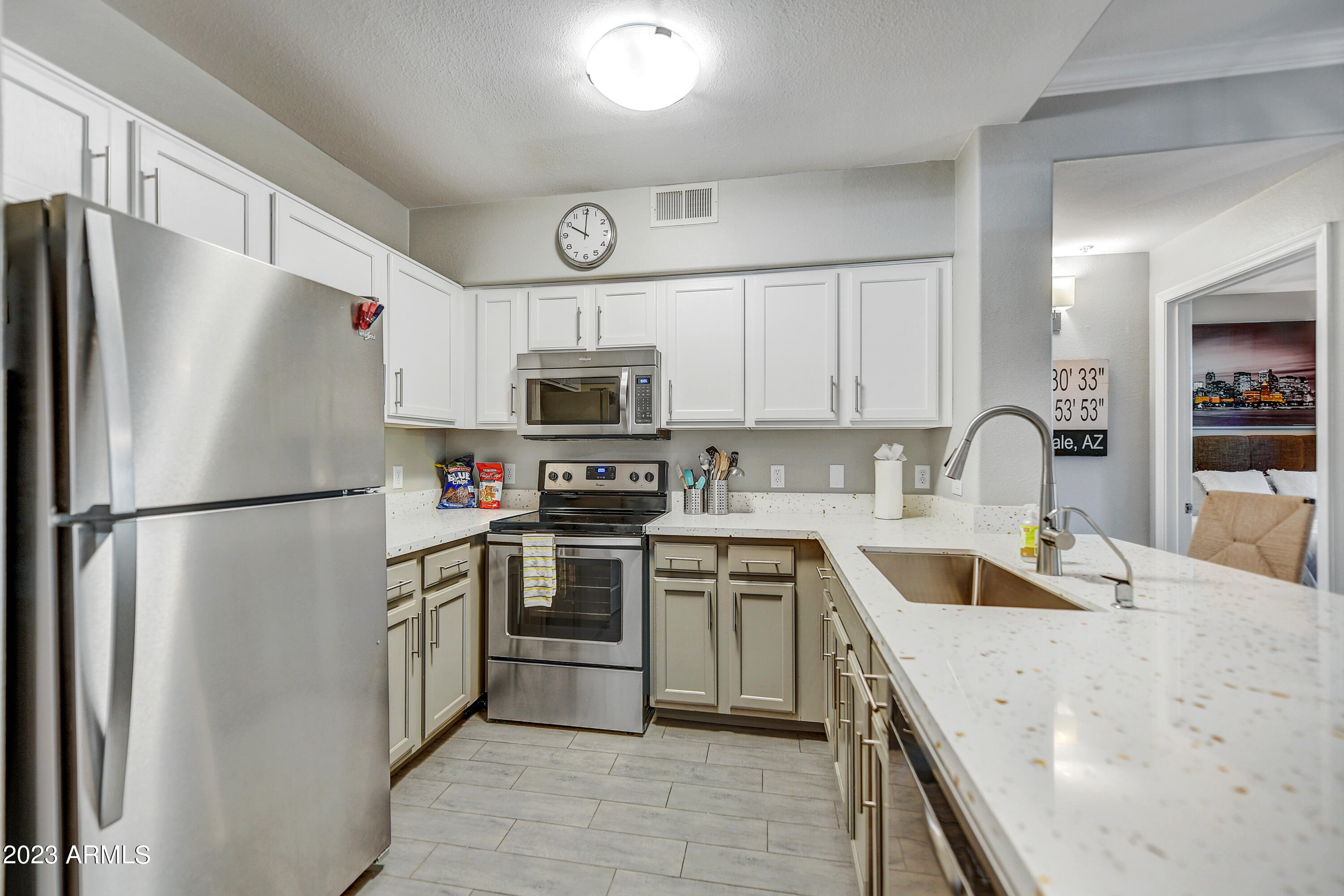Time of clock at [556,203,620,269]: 10:00
